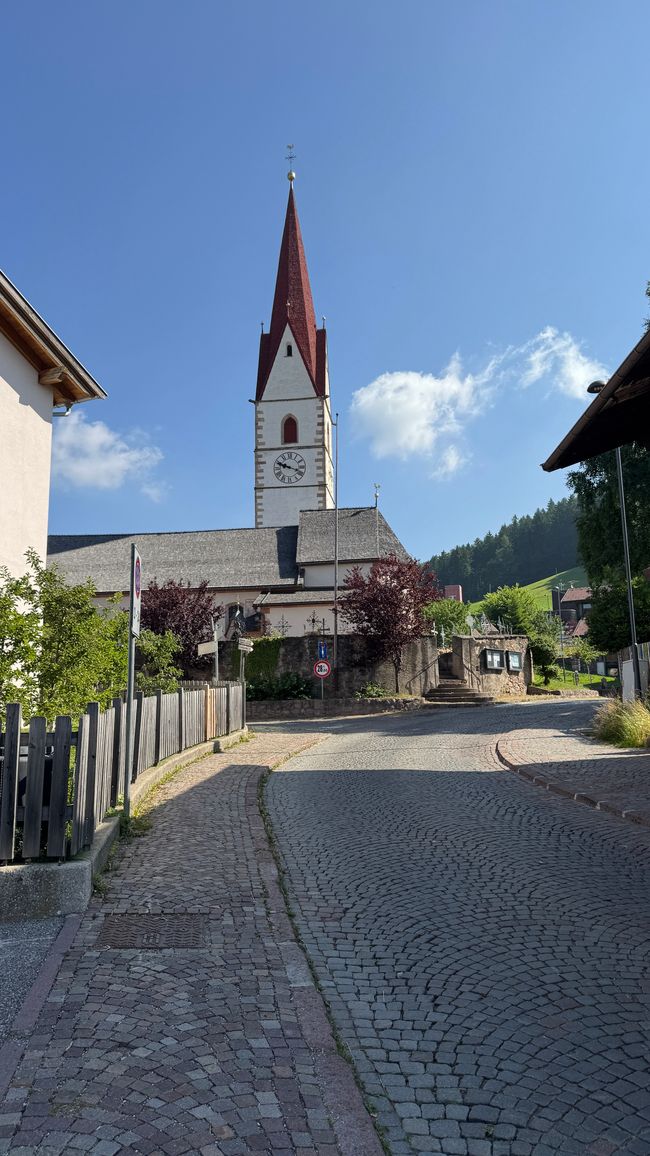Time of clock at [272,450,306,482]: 9:18
